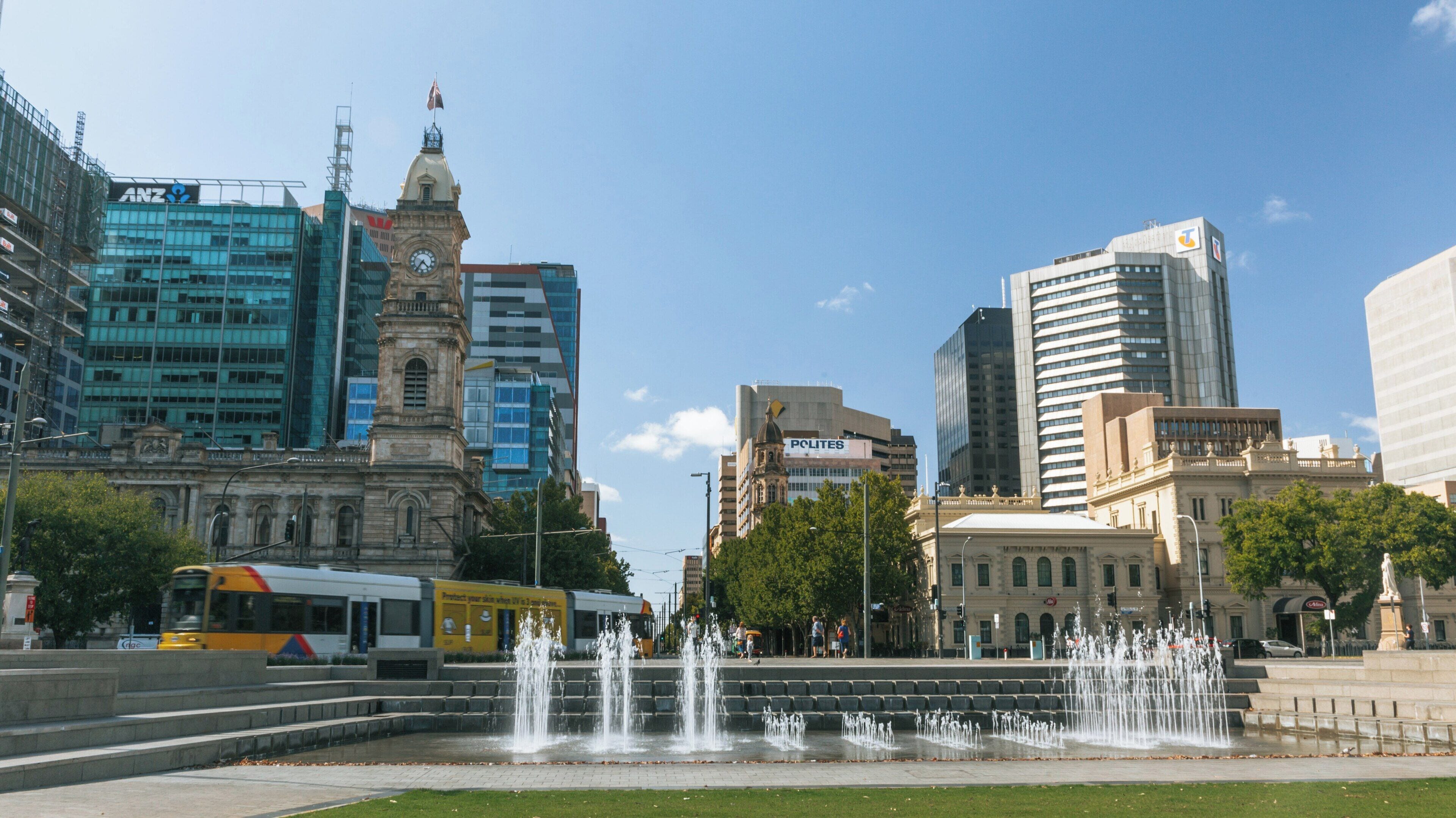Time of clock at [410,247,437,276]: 4:35
